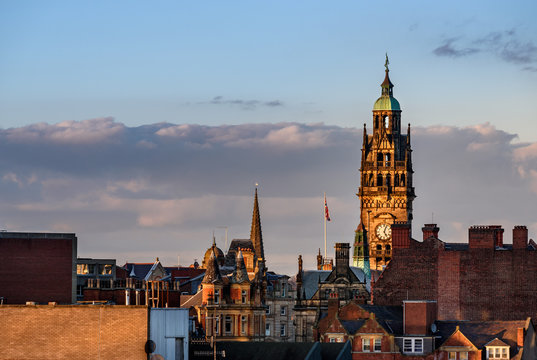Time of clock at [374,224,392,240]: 5:03
